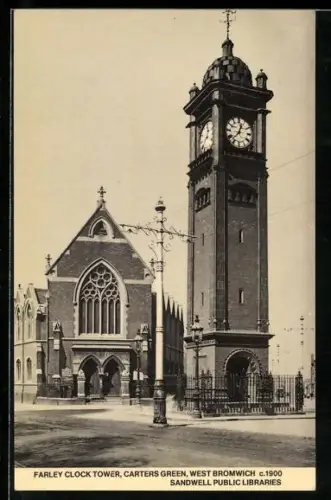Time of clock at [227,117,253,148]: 12:37
